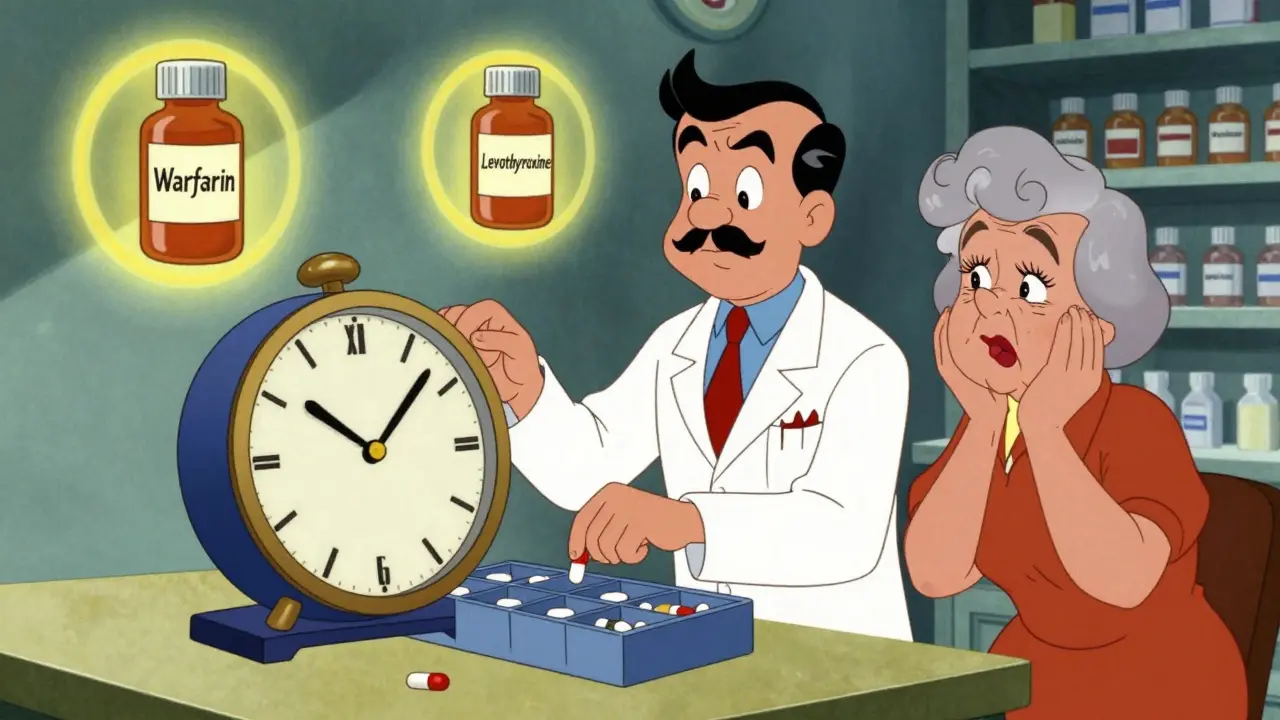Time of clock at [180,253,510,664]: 10:07
